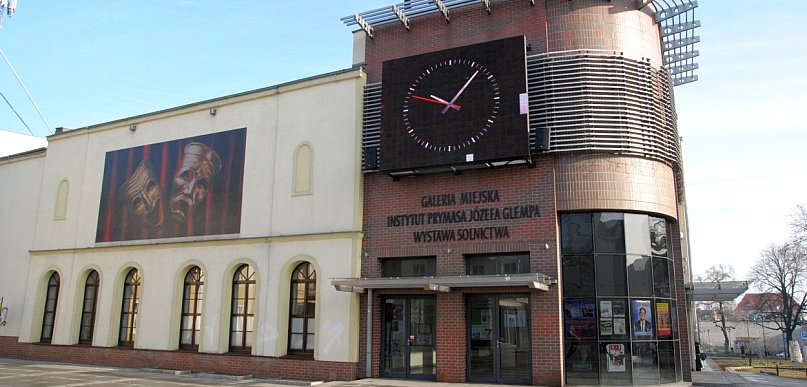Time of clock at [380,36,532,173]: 10:07
